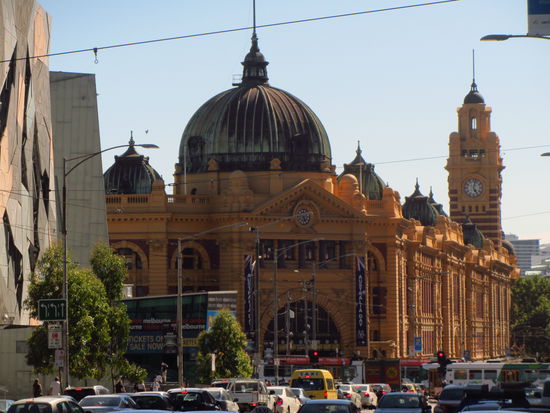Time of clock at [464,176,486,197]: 5:02
